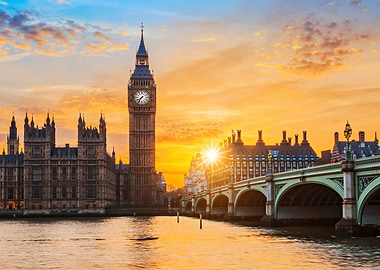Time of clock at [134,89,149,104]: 7:36
